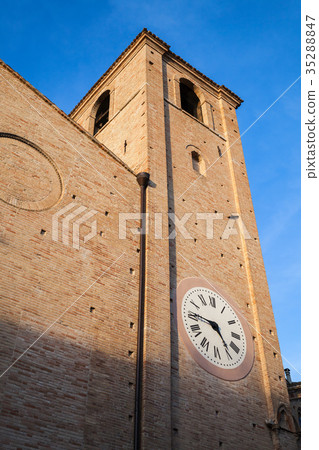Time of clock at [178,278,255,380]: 4:45
